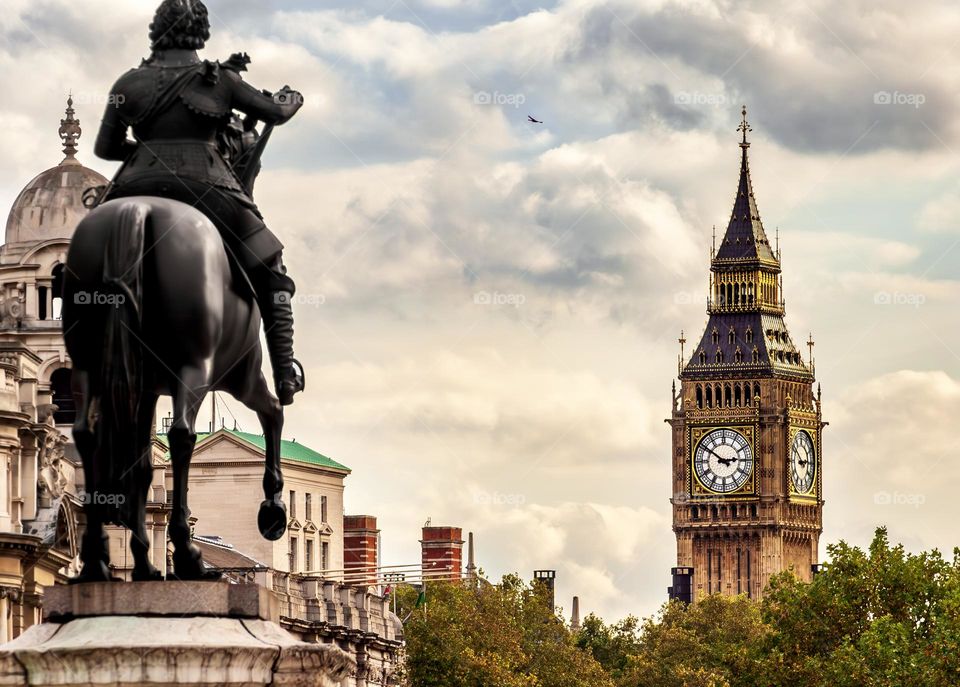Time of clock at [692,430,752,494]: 2:50
